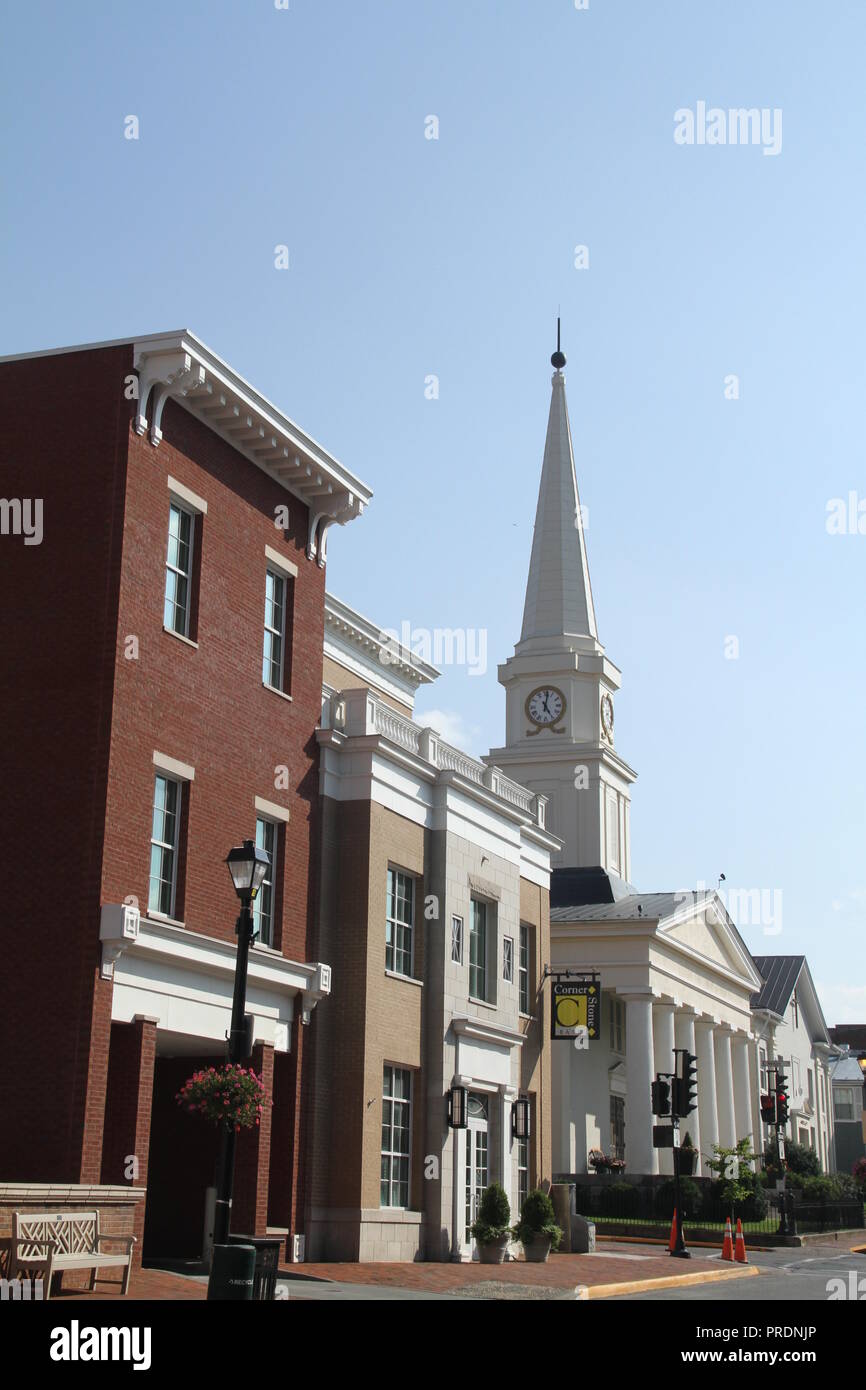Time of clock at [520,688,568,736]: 5:01
